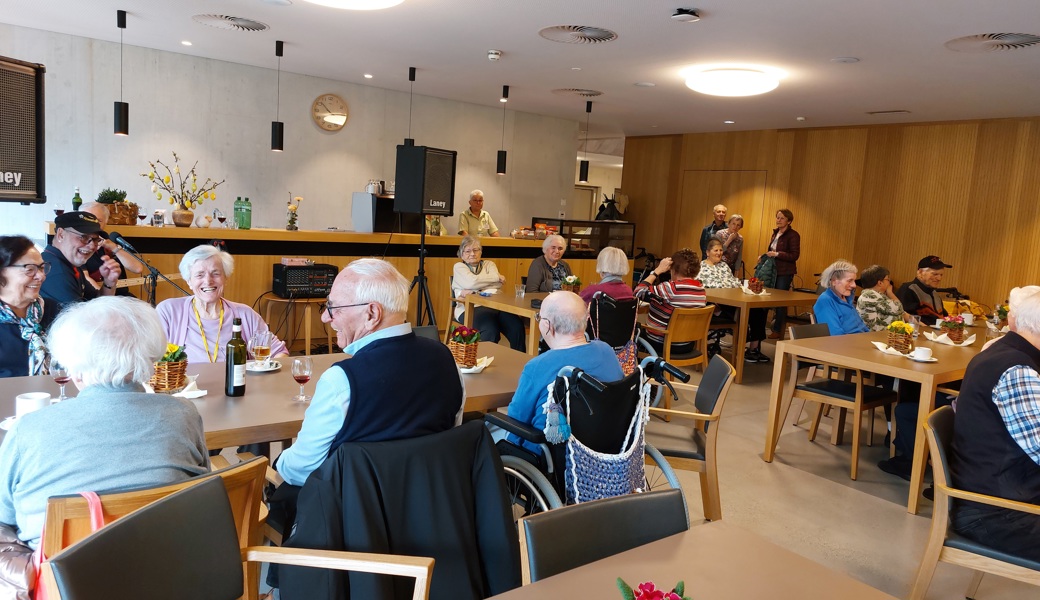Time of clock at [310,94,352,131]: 2:52
